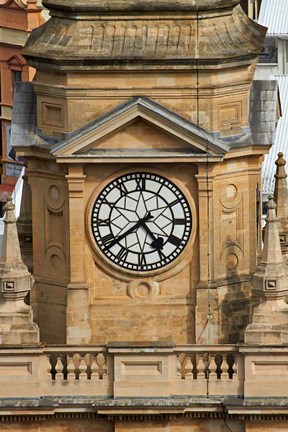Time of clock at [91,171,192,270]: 4:38
